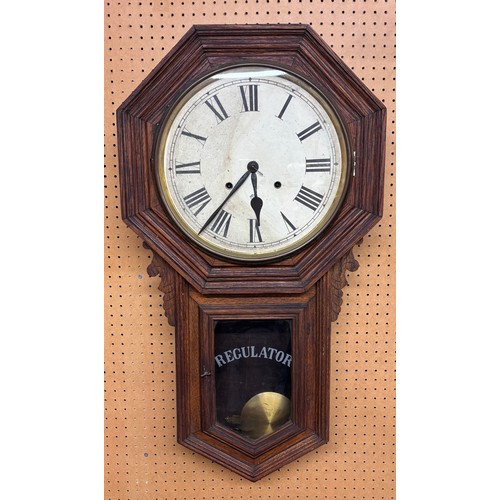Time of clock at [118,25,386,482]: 5:36
